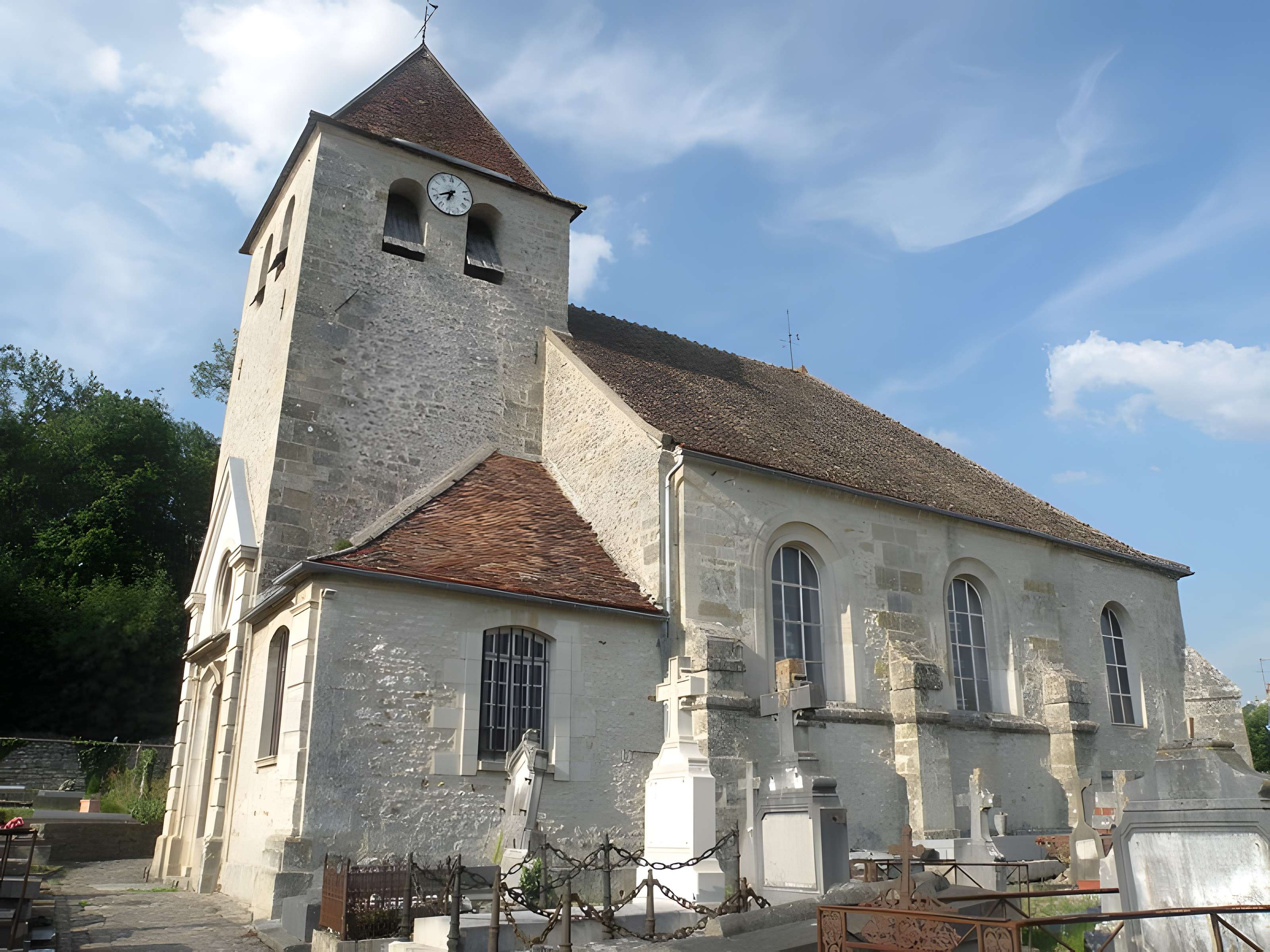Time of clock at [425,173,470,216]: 6:40
